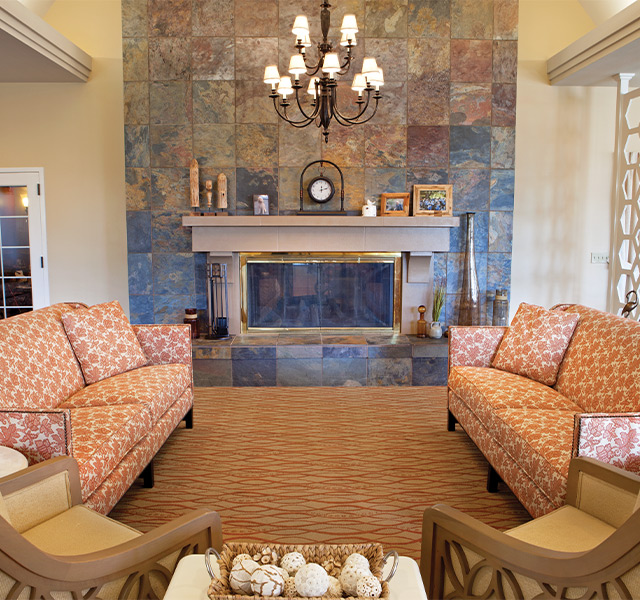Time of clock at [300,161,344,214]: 12:12
